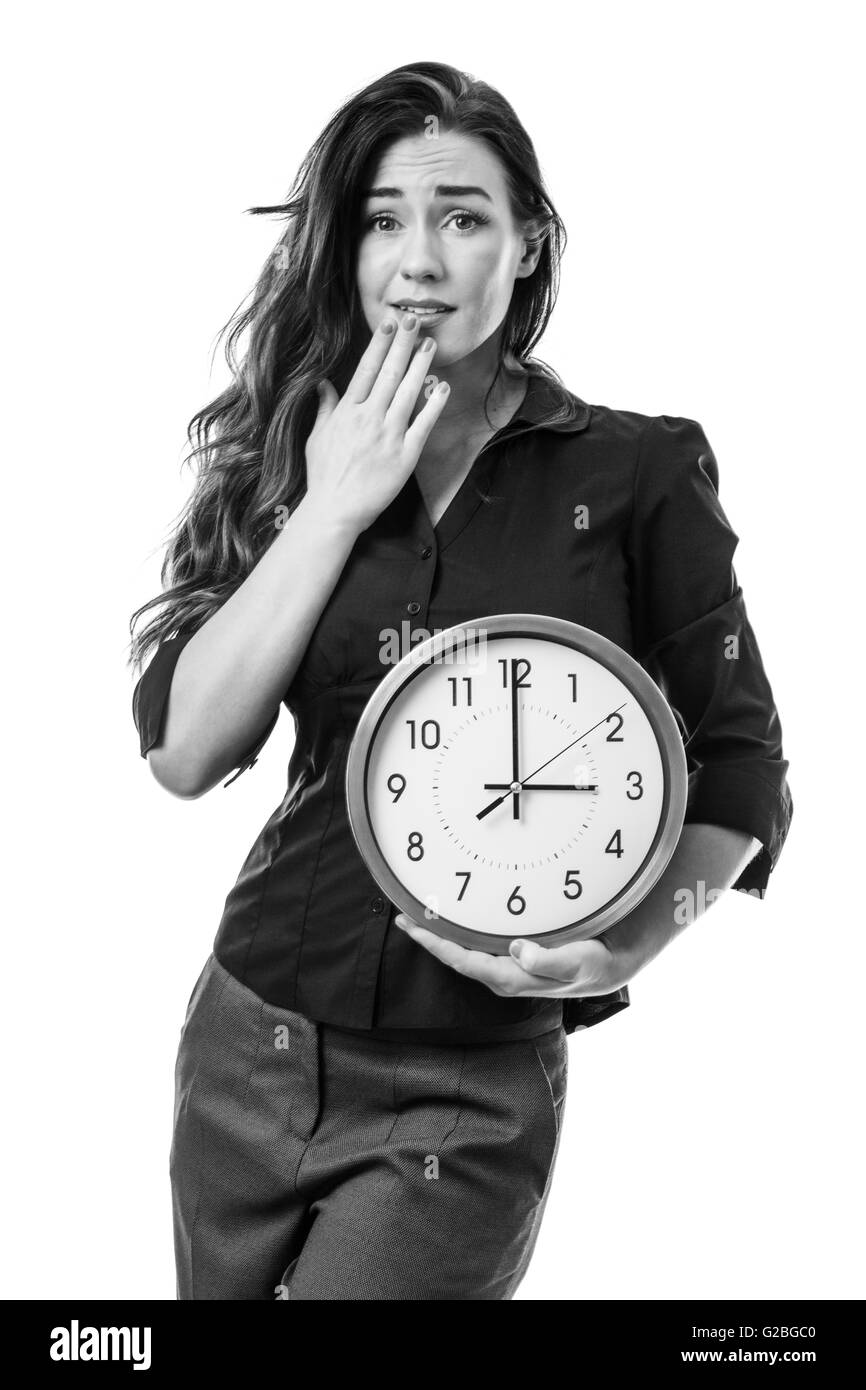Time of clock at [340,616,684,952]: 3:00
